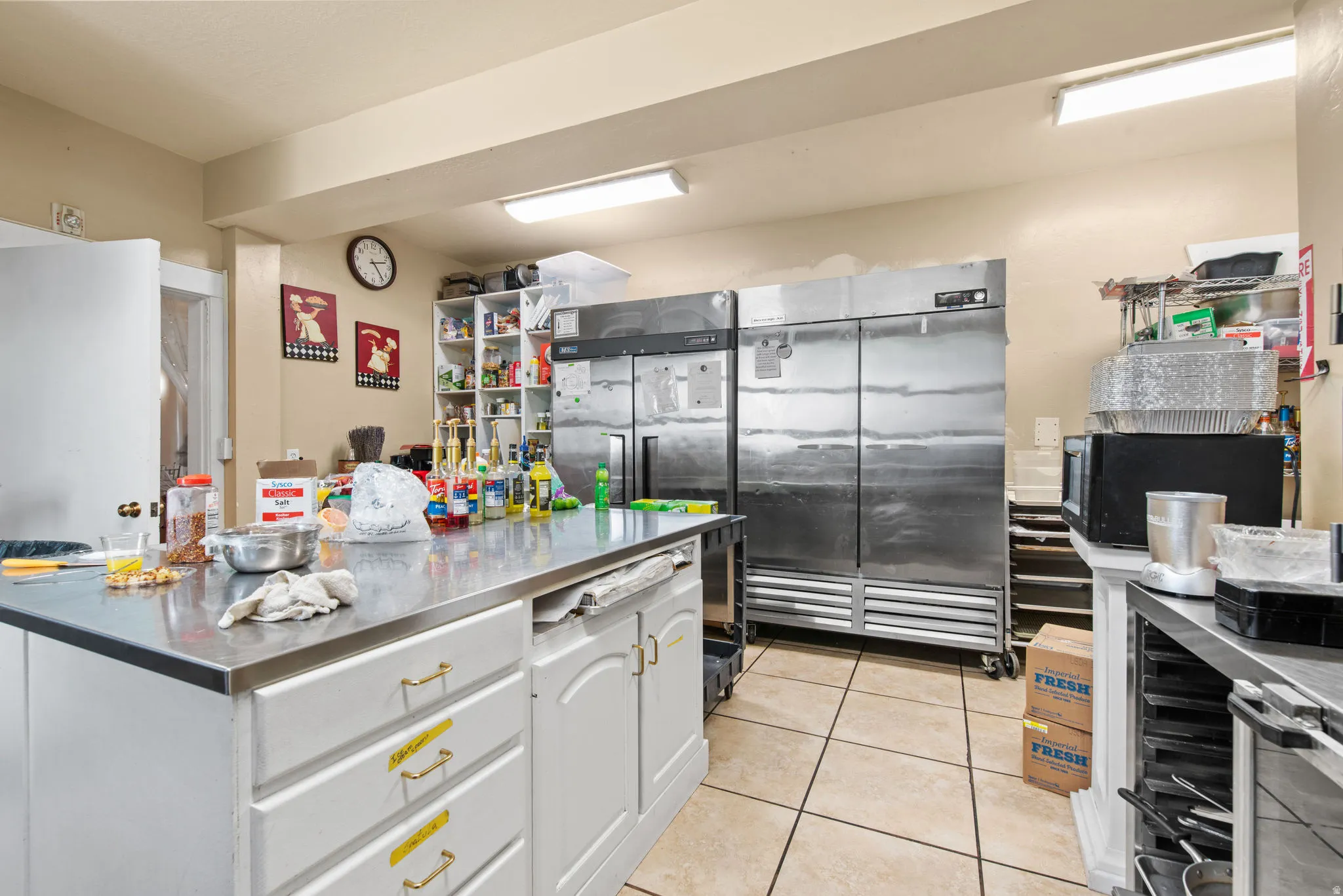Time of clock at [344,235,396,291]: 2:23
